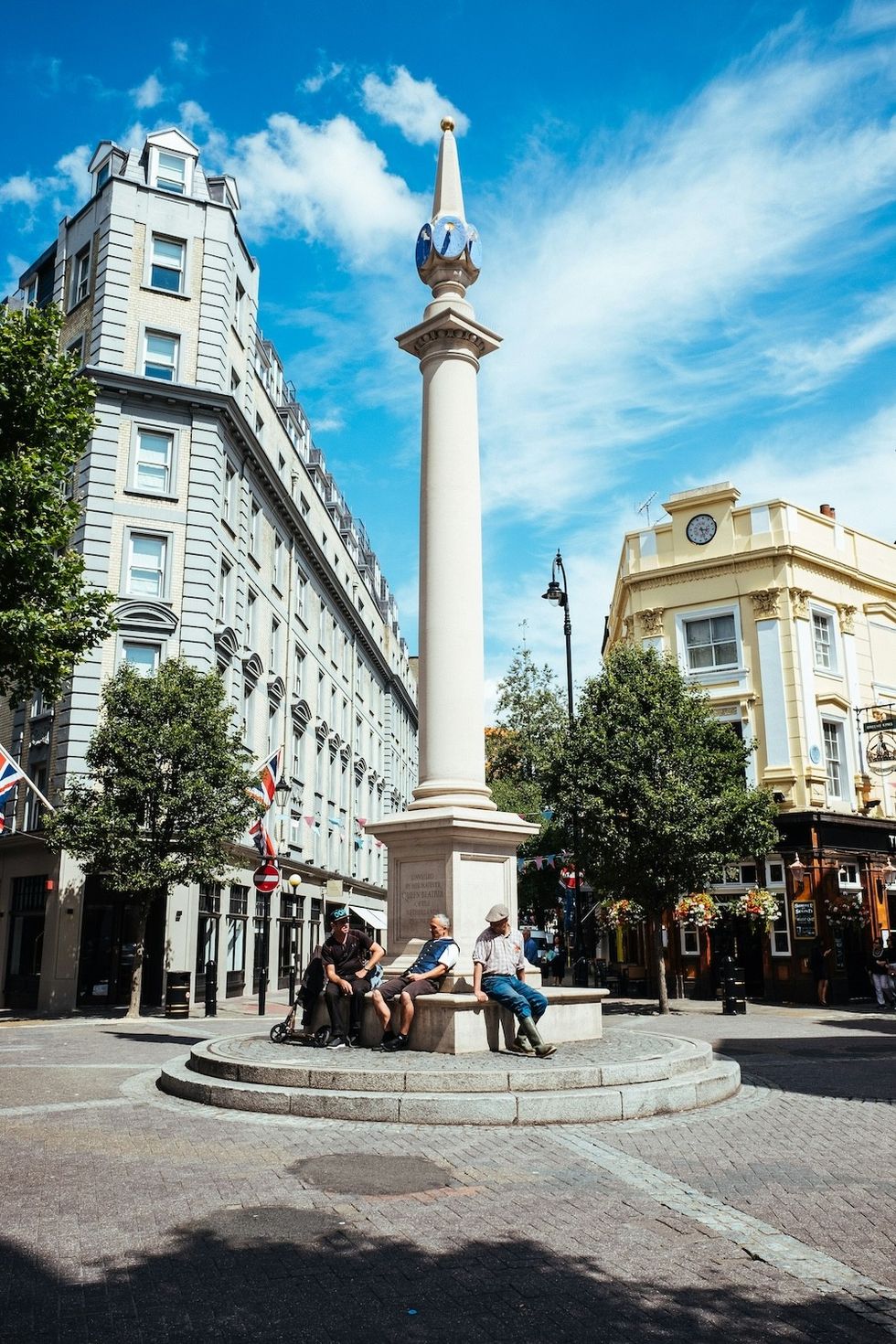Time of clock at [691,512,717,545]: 3:26
